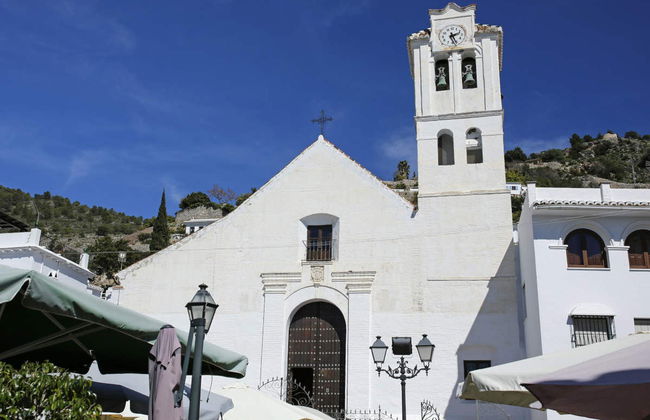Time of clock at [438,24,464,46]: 2:26
